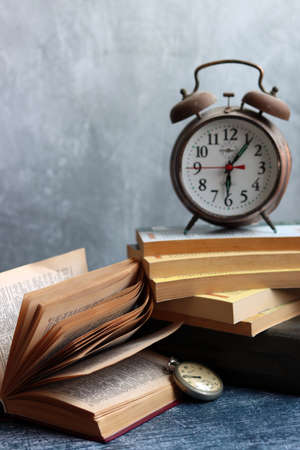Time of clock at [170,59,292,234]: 6:06
